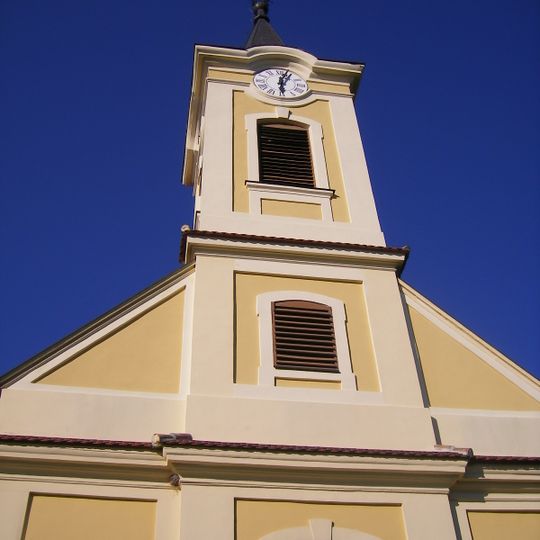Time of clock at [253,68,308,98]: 6:03
